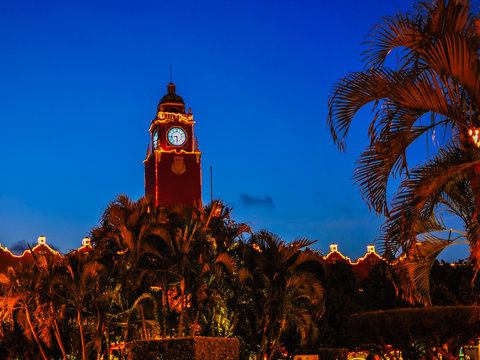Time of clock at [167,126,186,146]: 5:43
